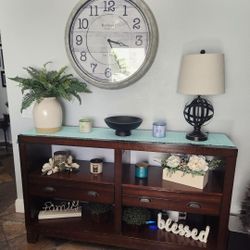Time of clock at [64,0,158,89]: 3:26
